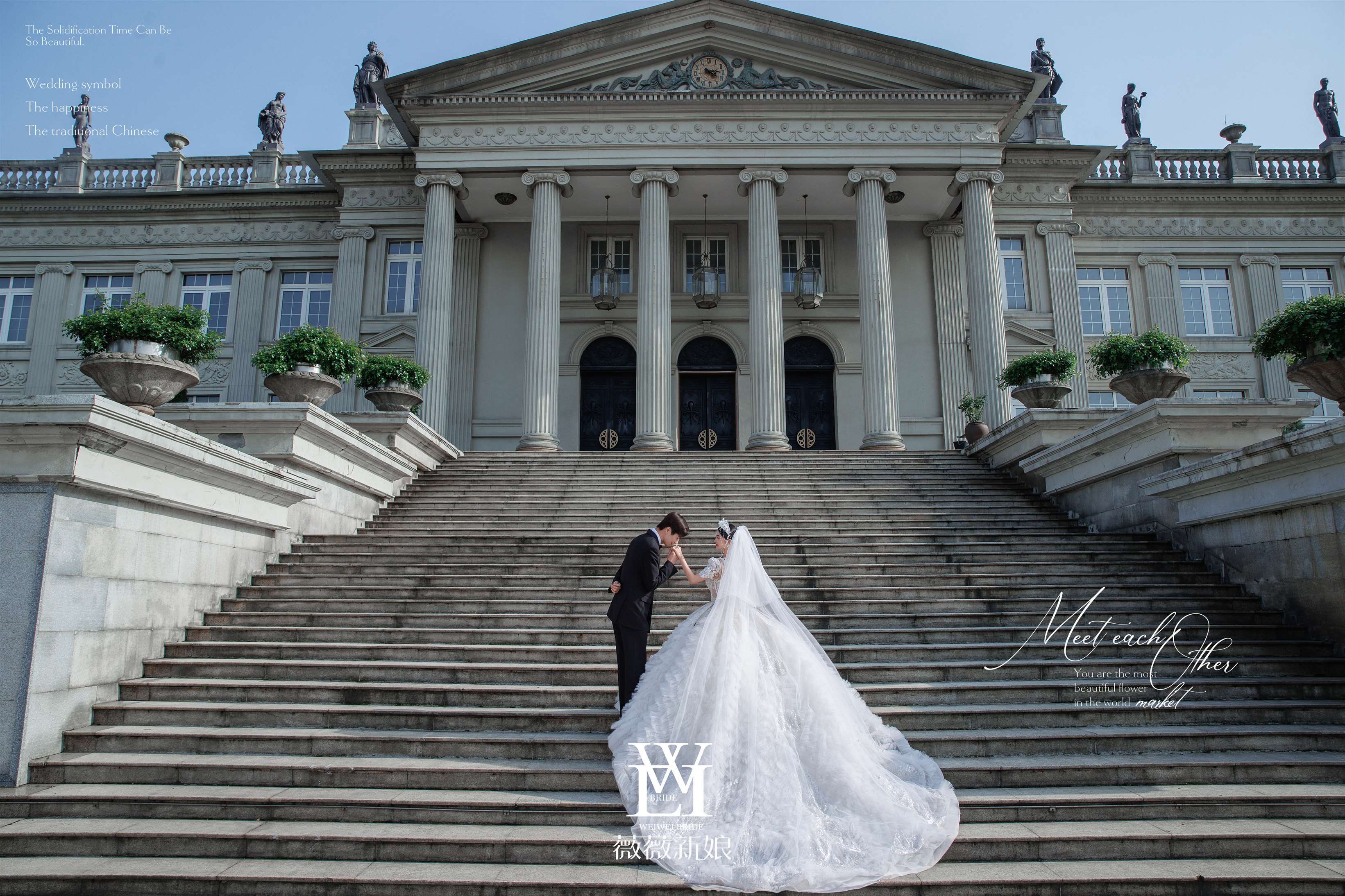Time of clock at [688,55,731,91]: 4:14
